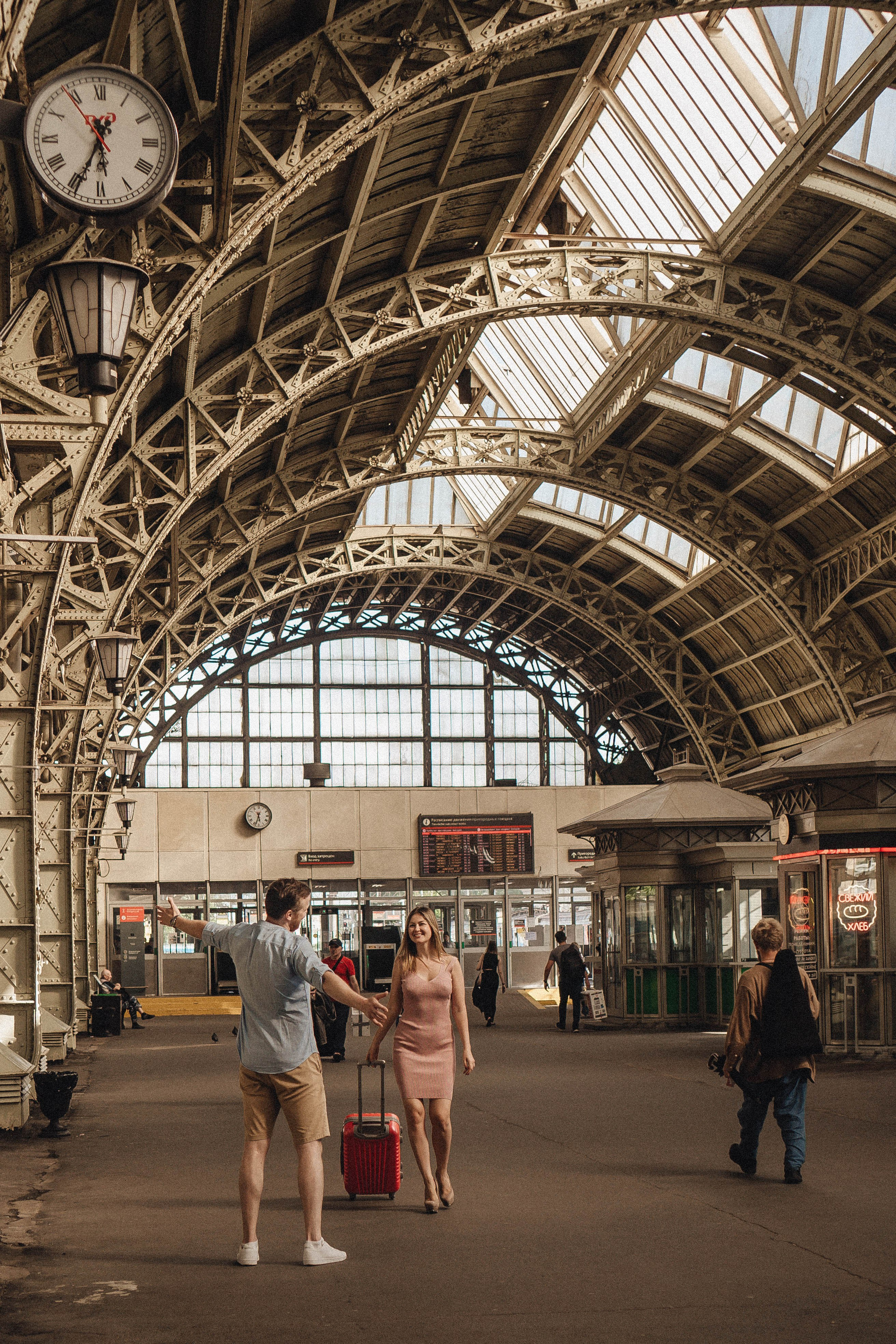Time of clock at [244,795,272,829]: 5:32
